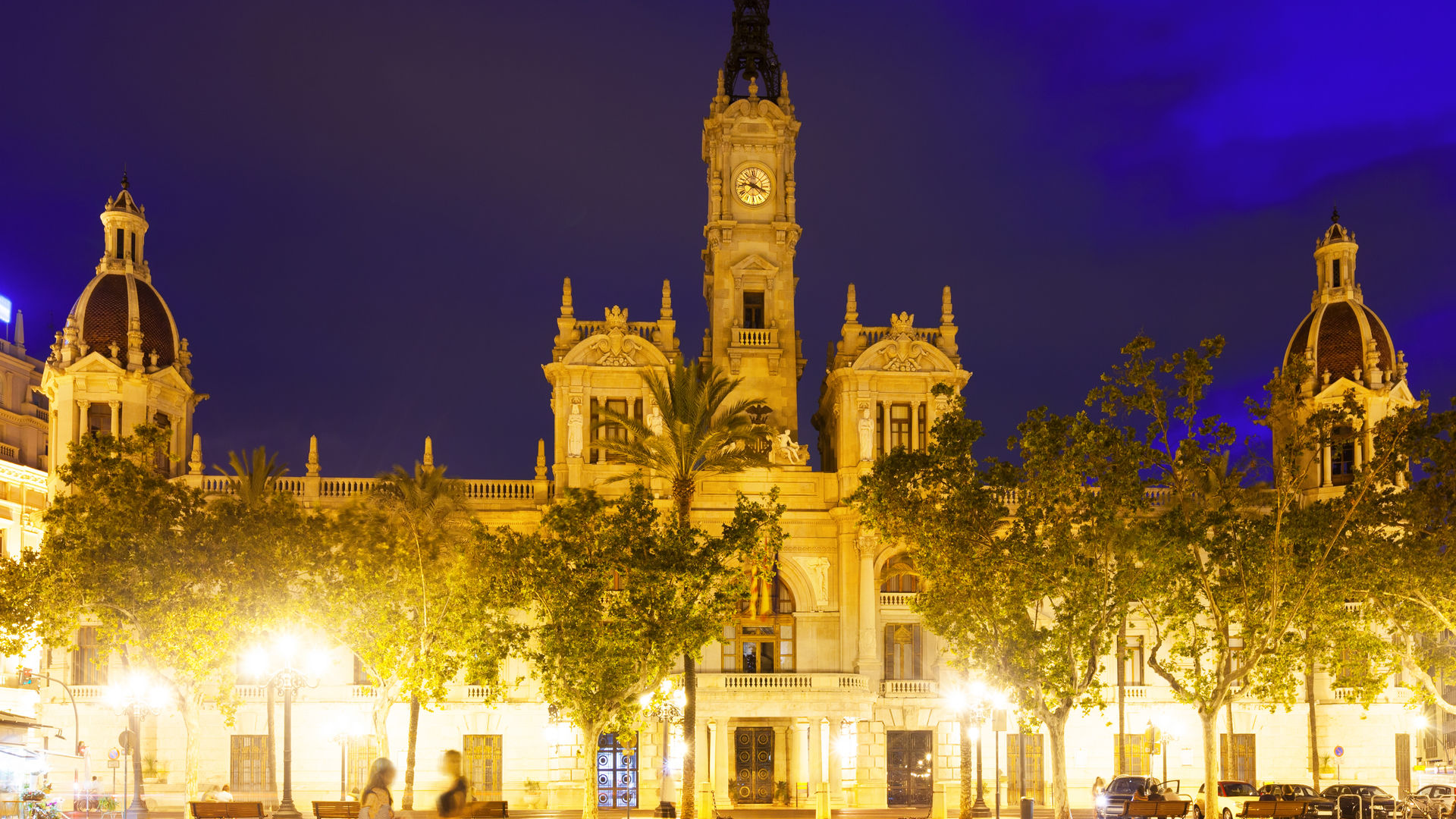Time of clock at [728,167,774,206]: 9:18
